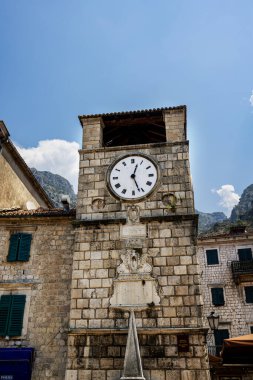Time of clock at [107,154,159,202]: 12:26
